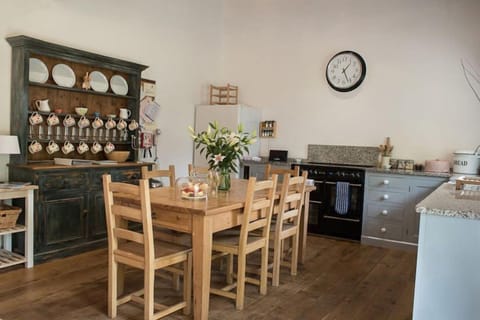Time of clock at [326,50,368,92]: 1:26
